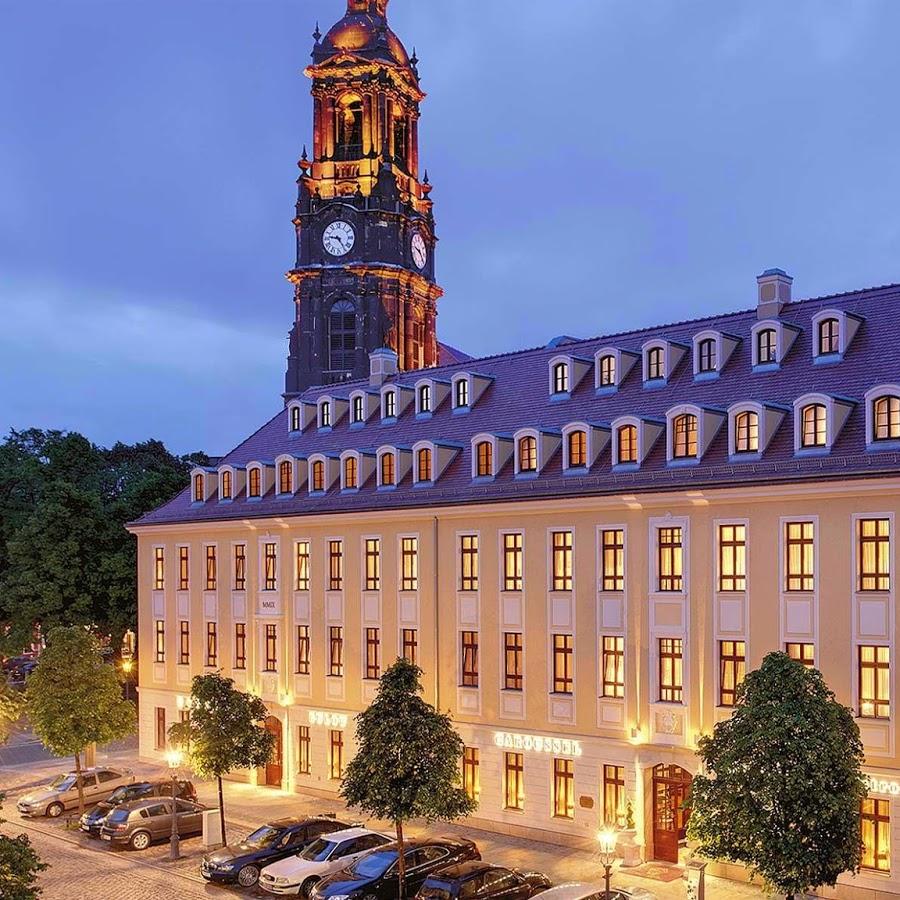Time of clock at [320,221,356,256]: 9:24
